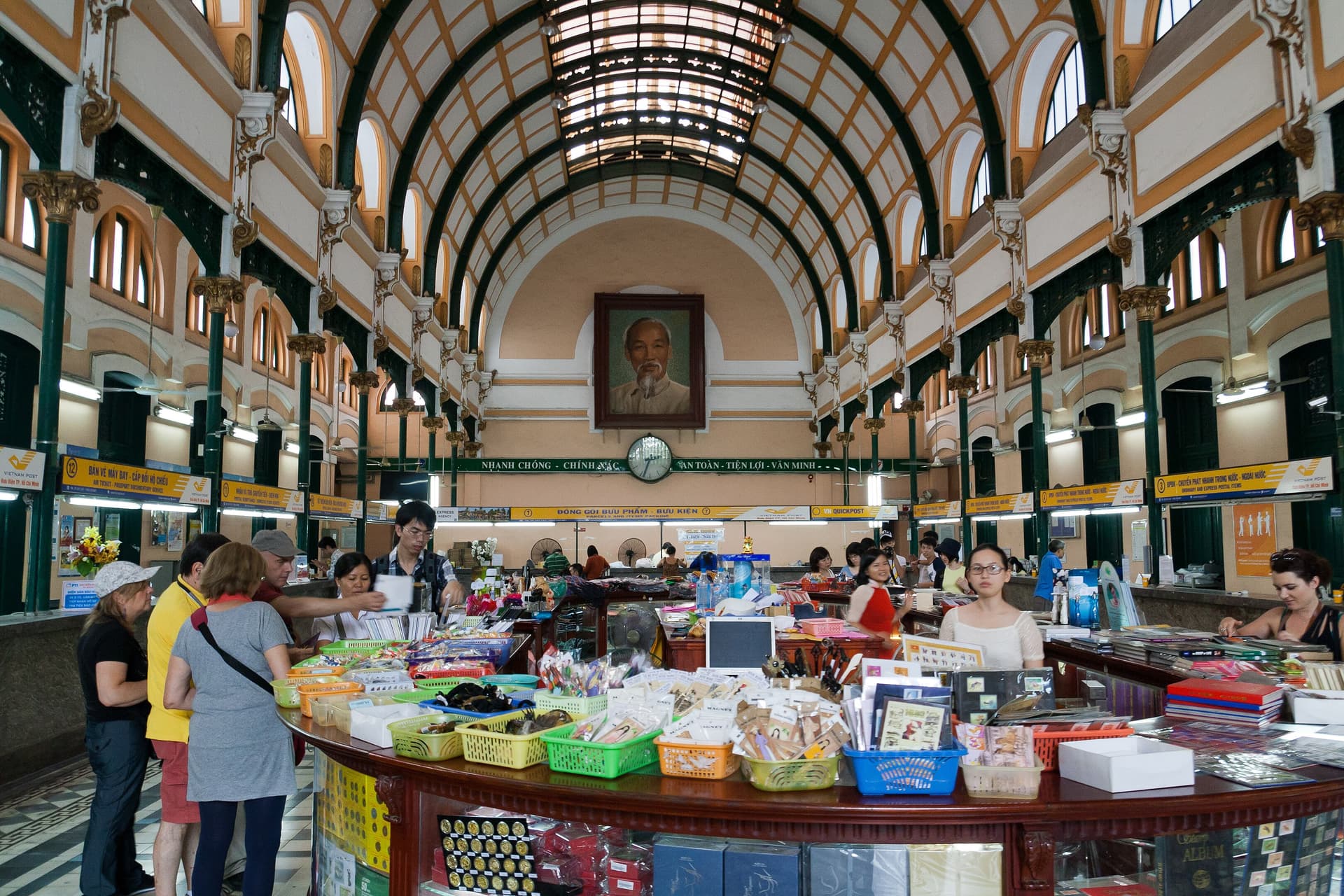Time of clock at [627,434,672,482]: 2:33
